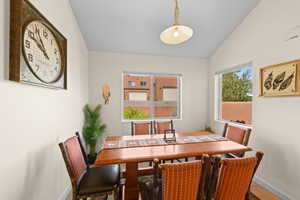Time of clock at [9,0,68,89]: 10:48
